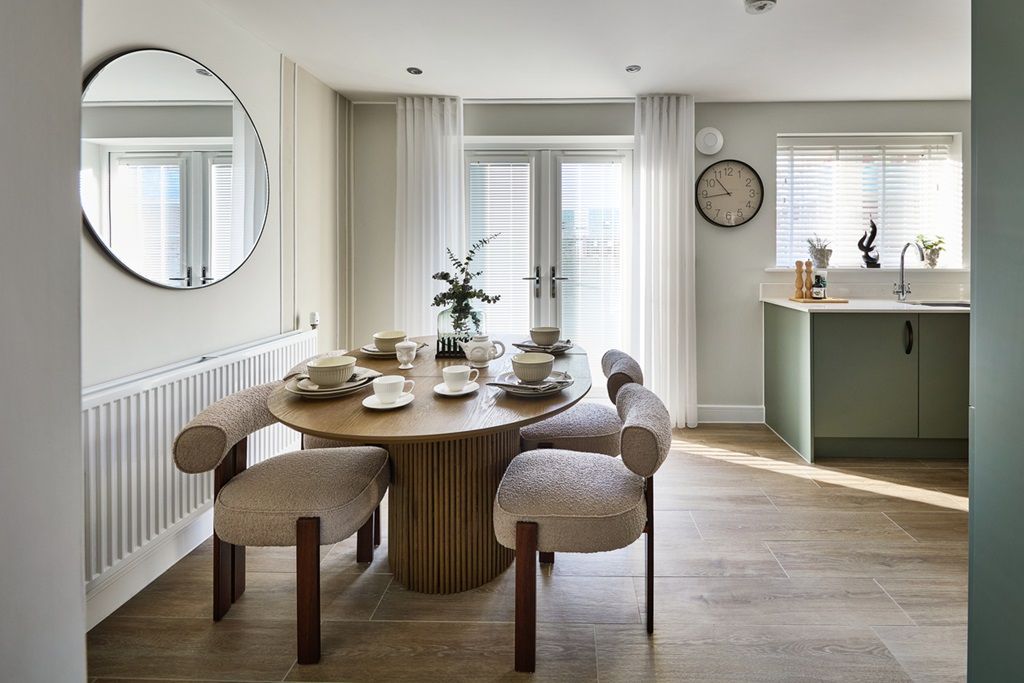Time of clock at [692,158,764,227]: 10:43
